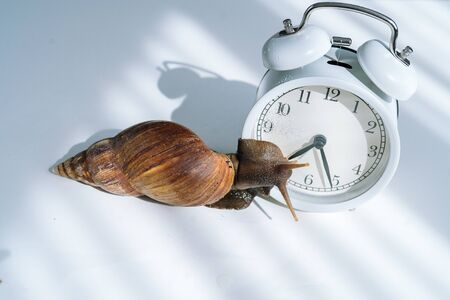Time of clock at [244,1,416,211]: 7:25
